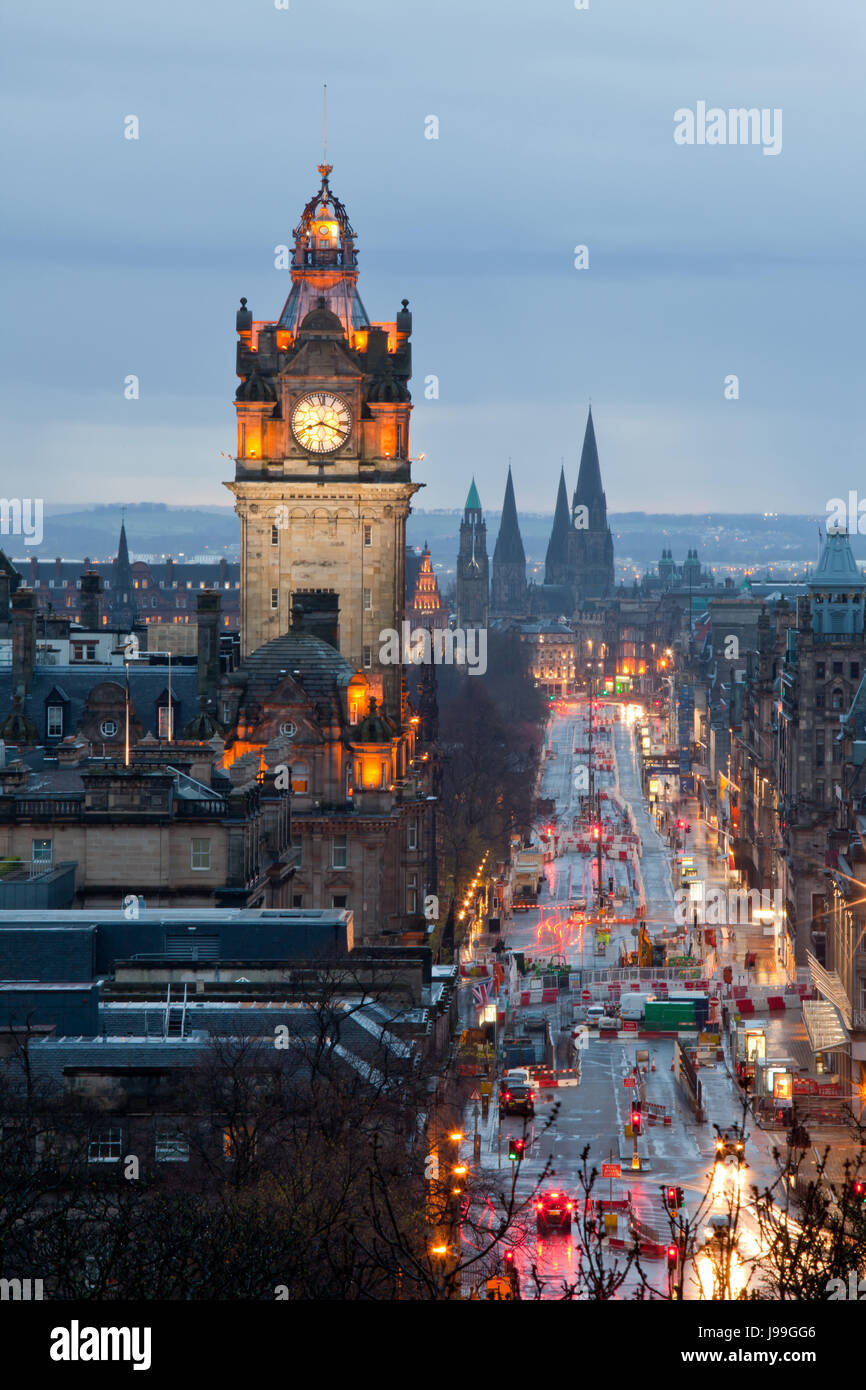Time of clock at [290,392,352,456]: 8:18
